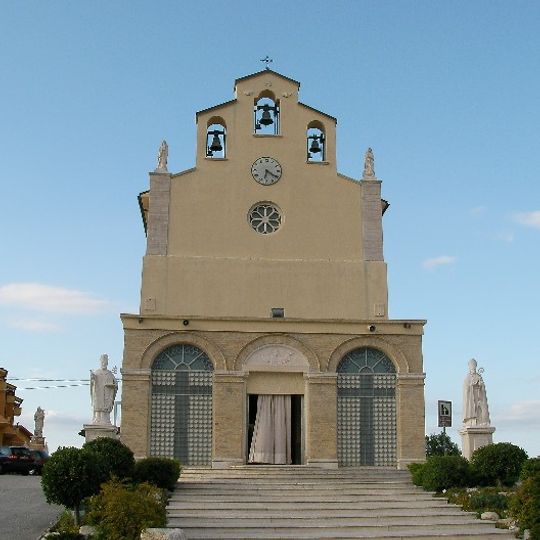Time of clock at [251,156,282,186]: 6:20
